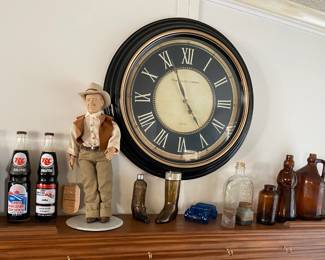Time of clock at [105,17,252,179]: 4:56
